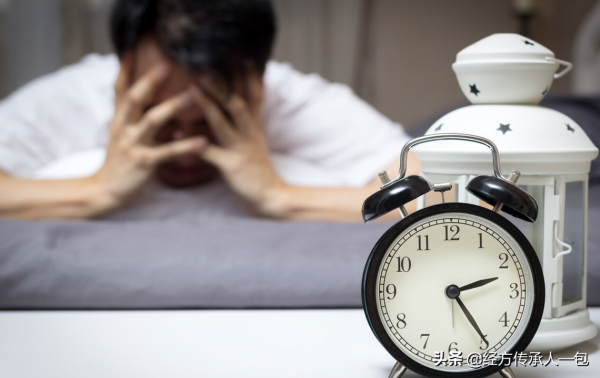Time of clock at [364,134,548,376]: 2:24
